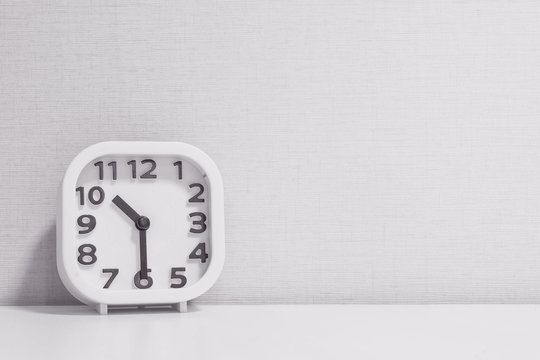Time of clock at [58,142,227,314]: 10:29
